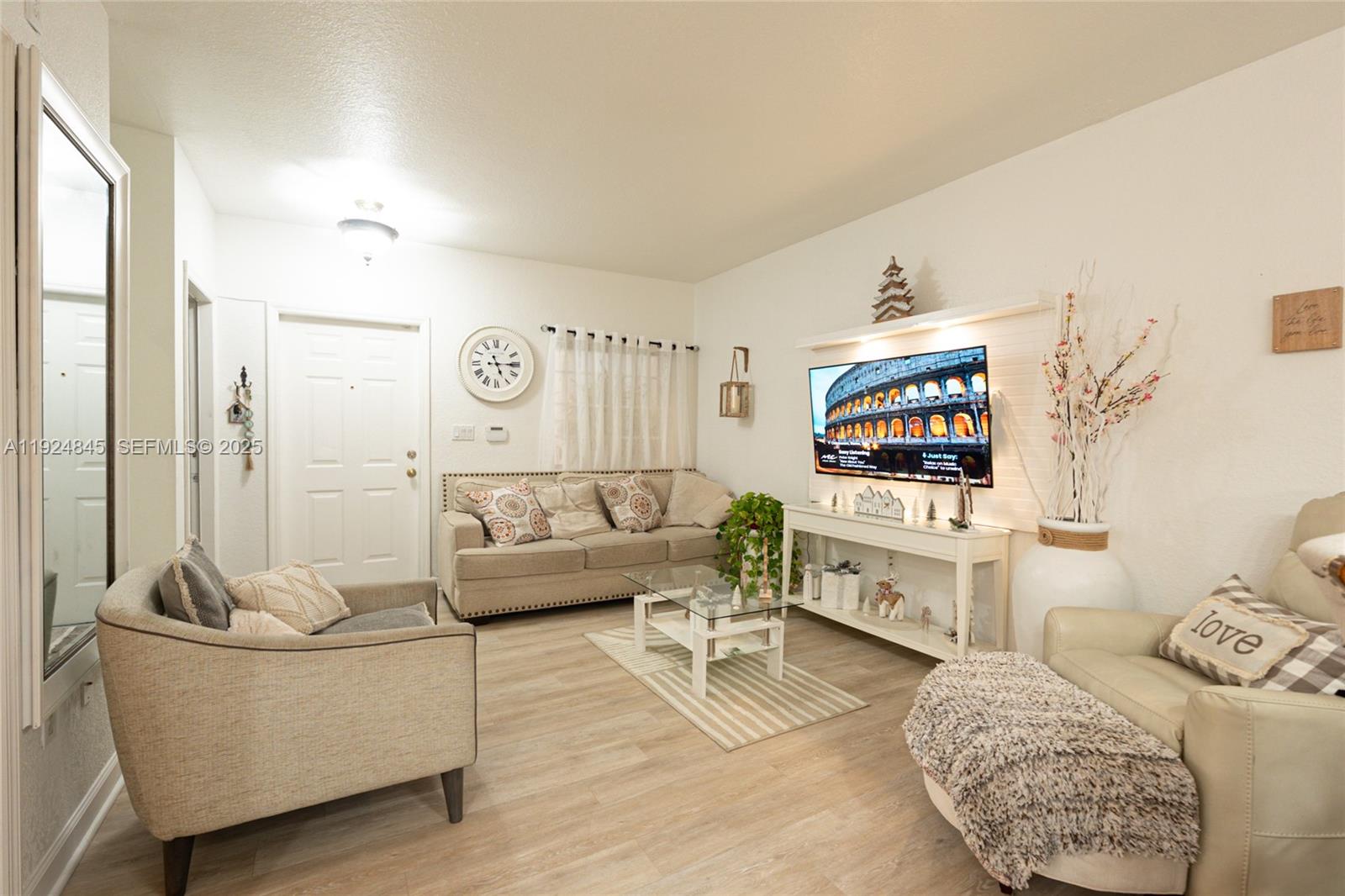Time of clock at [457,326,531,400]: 5:15
